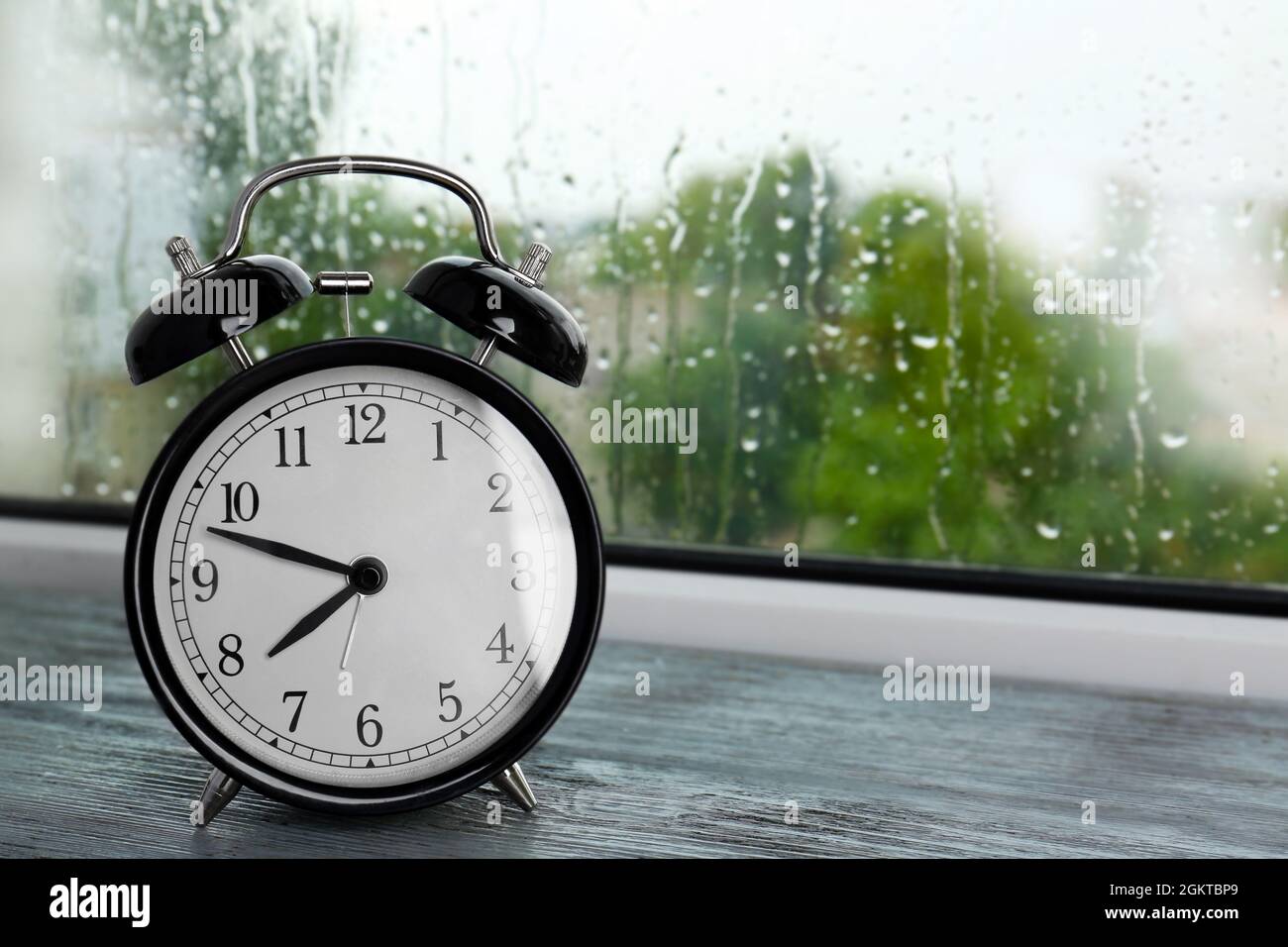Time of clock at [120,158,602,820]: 7:47
